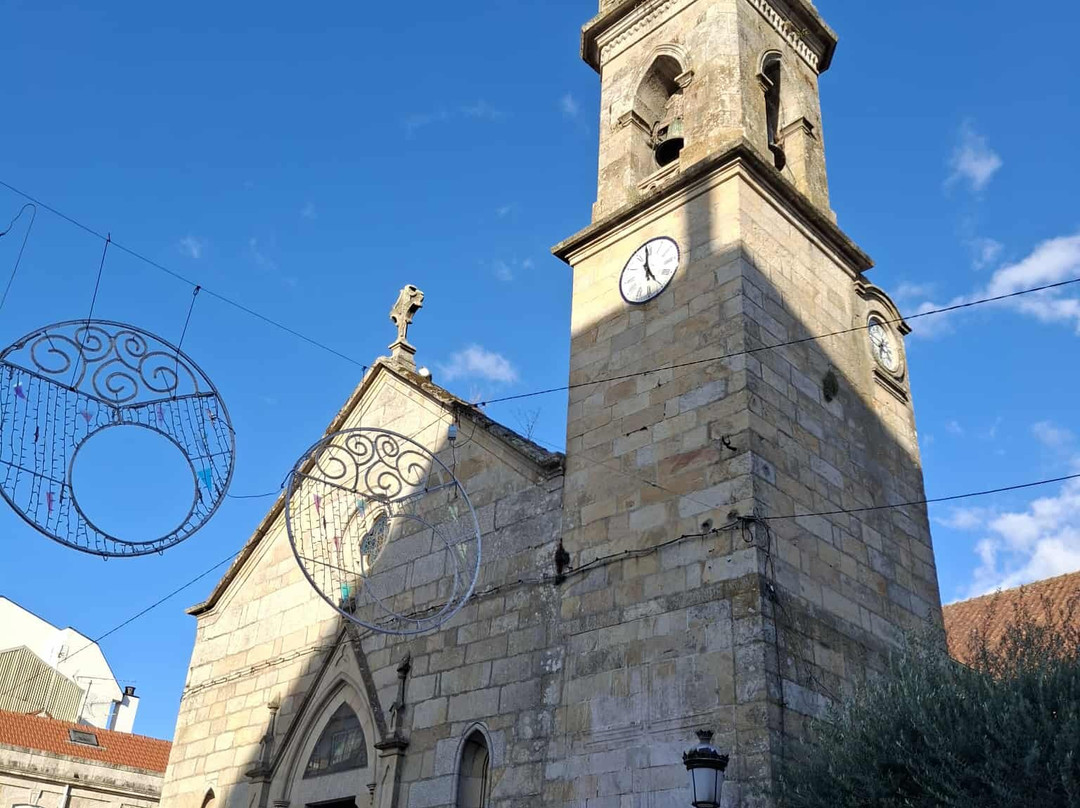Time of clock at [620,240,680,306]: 4:59
